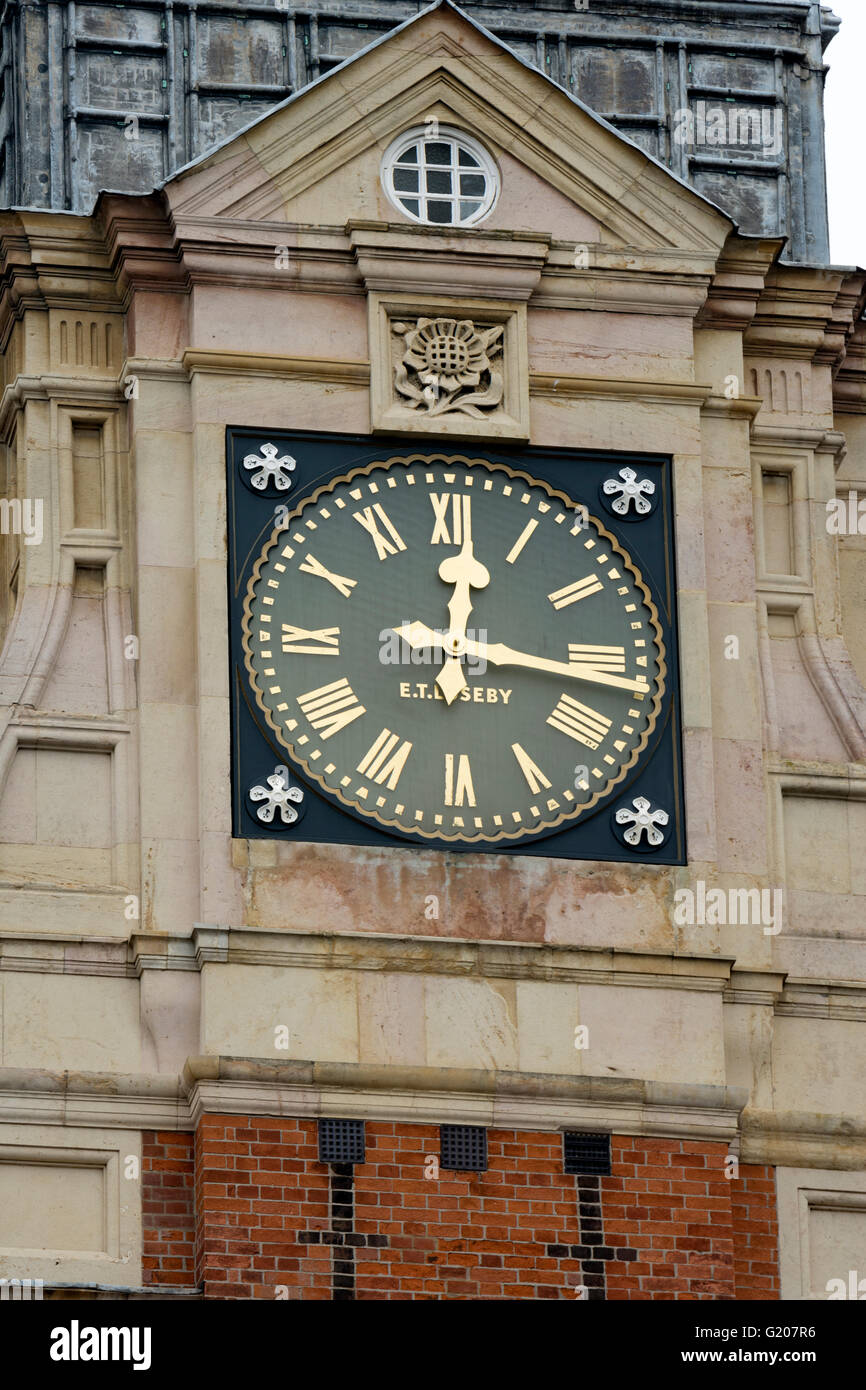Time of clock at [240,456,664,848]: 12:16
